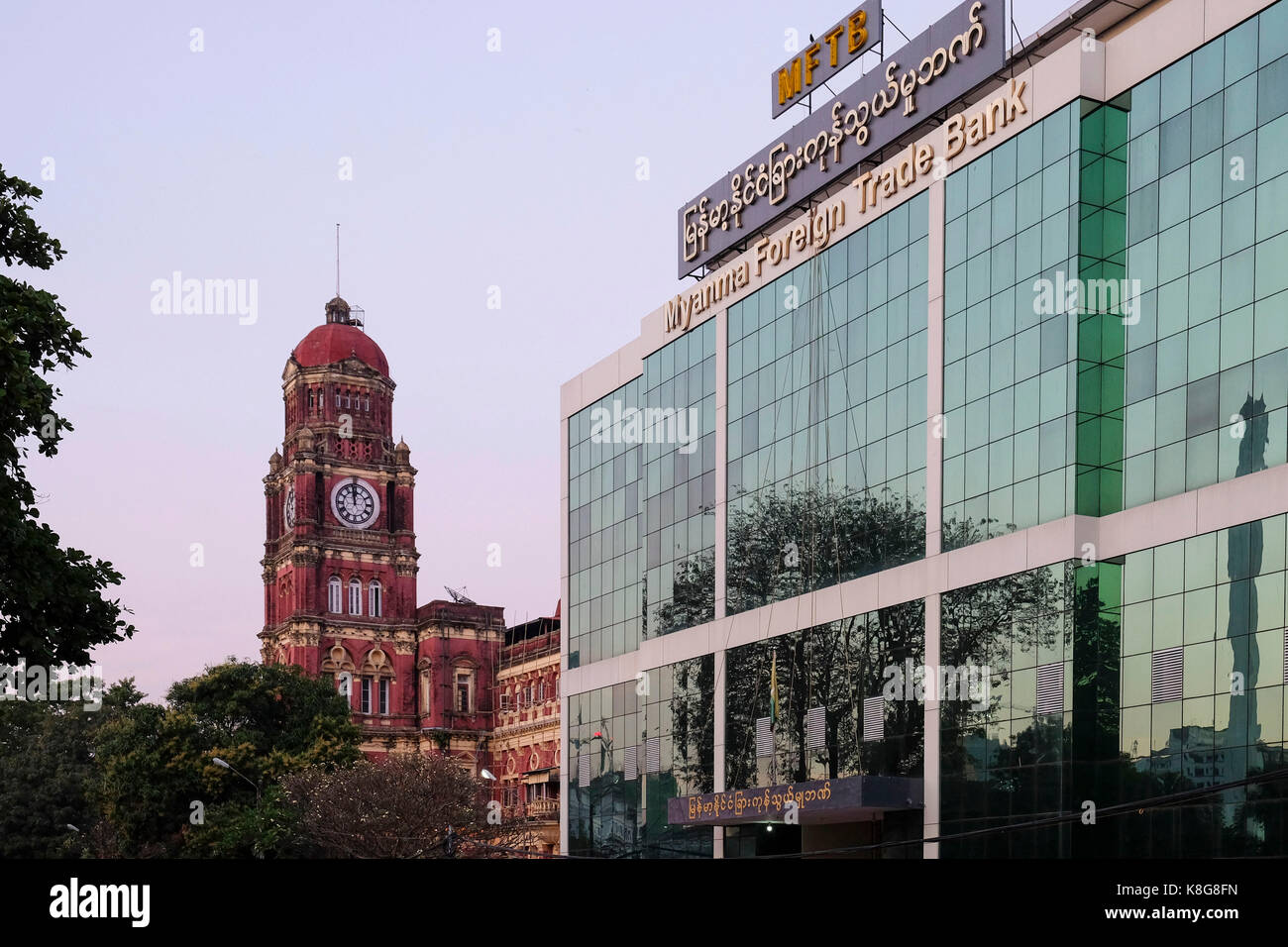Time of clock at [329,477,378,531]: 11:58
